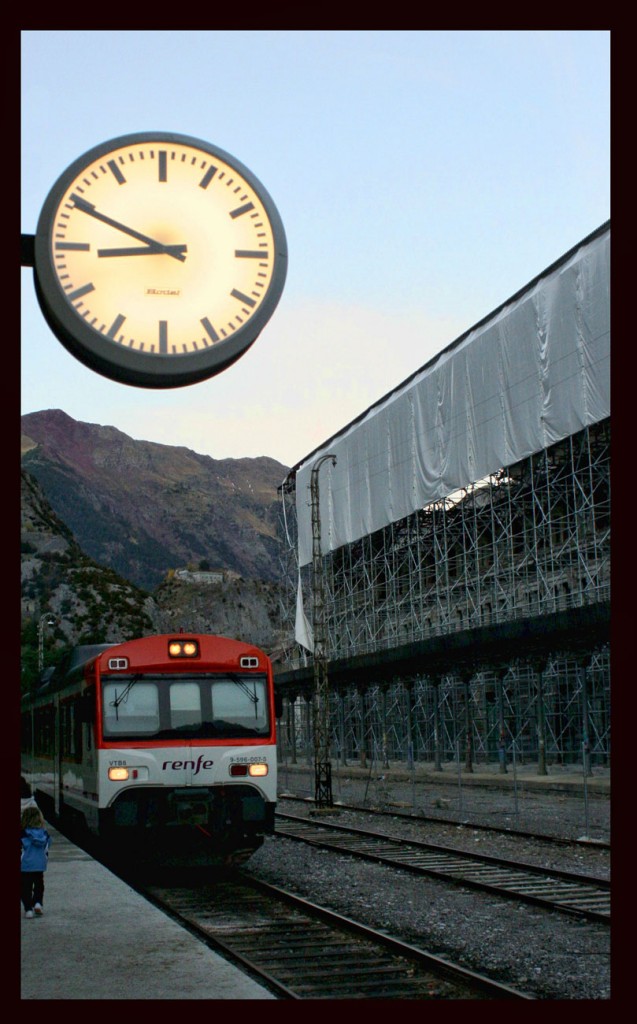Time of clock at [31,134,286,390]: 8:49
